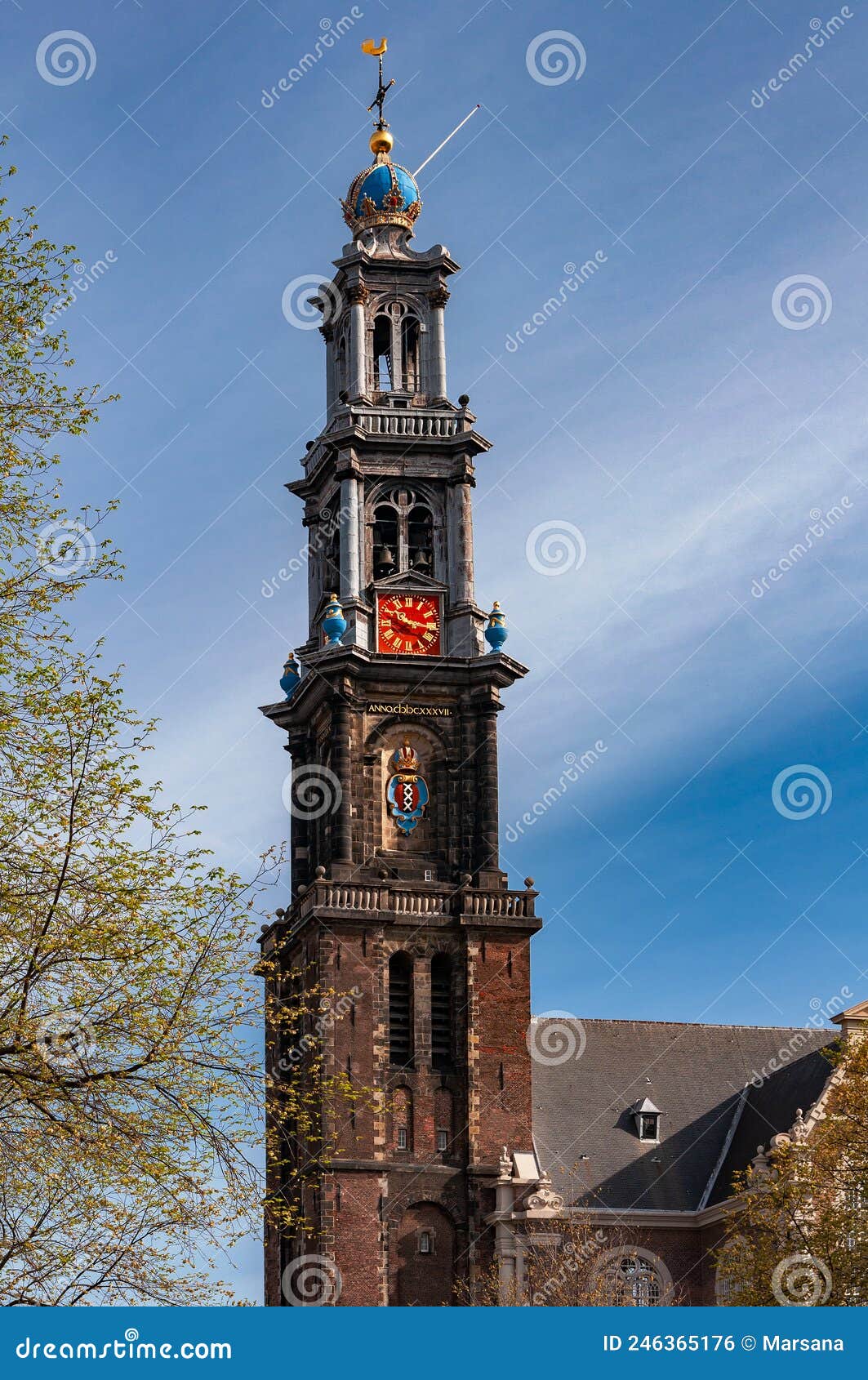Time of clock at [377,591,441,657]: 10:16
